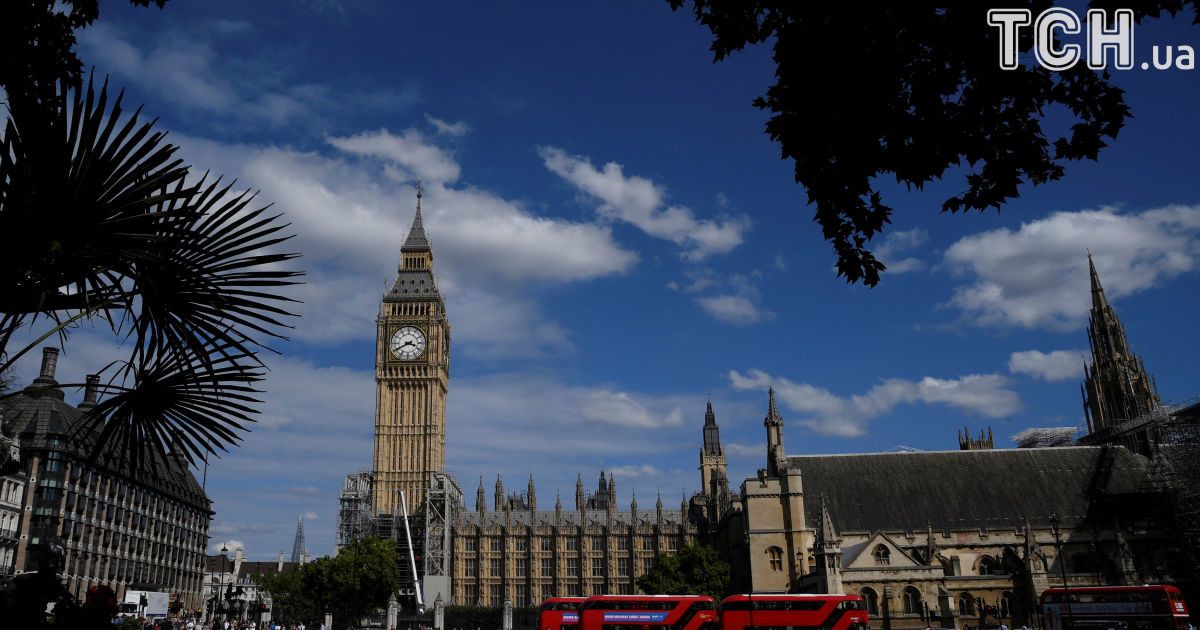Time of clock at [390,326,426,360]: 3:40
